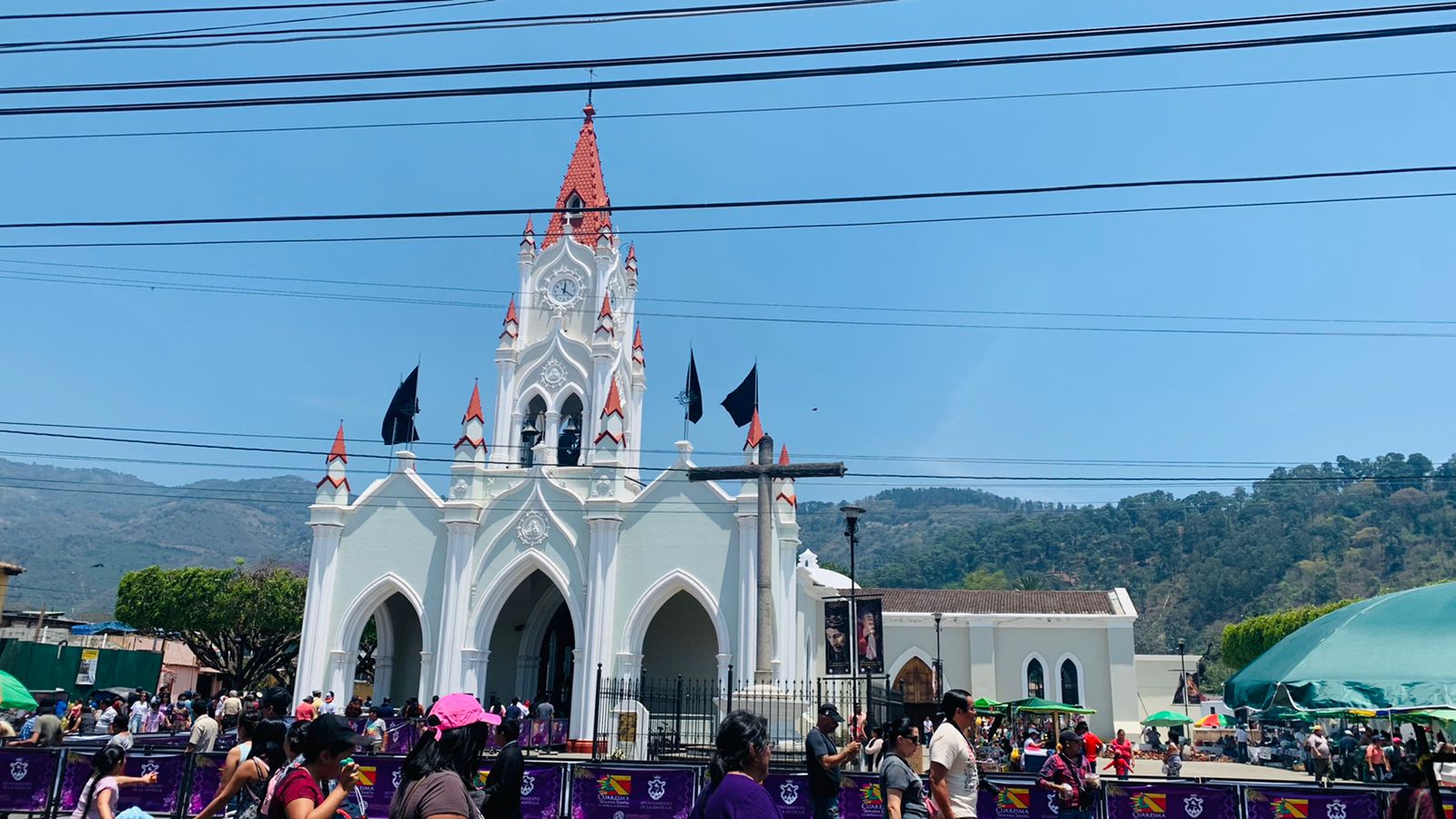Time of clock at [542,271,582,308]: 12:20
